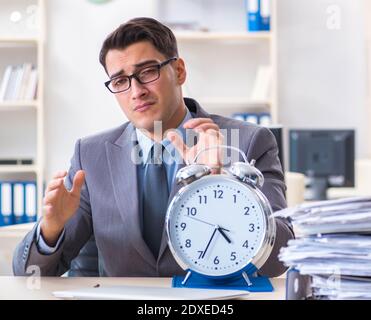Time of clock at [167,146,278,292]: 4:34
